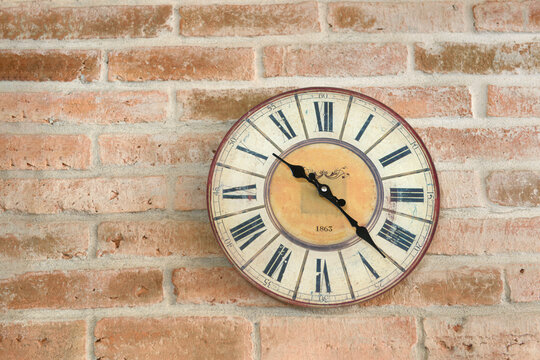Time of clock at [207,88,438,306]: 10:22
